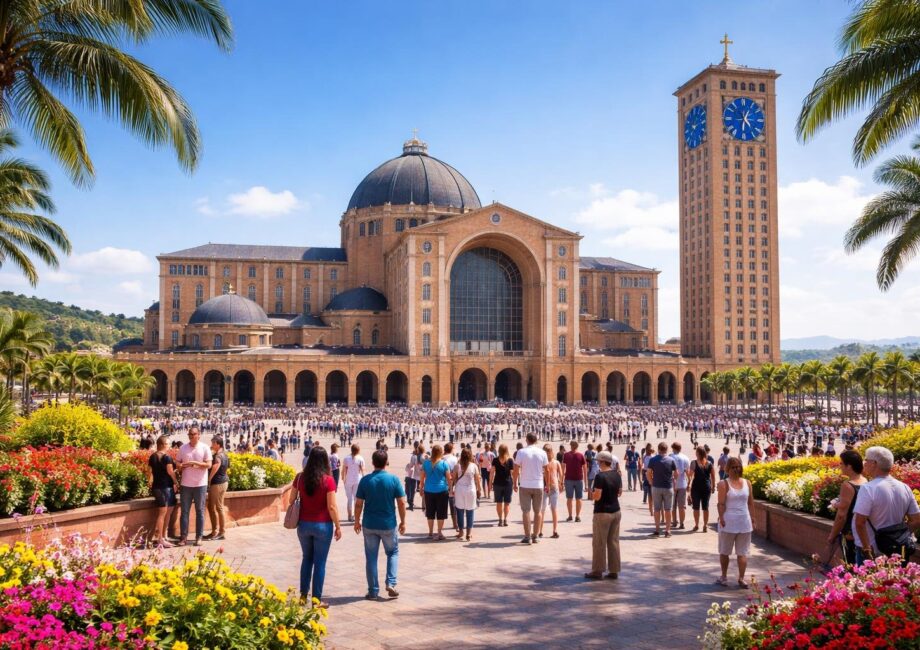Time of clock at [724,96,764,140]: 4:31
